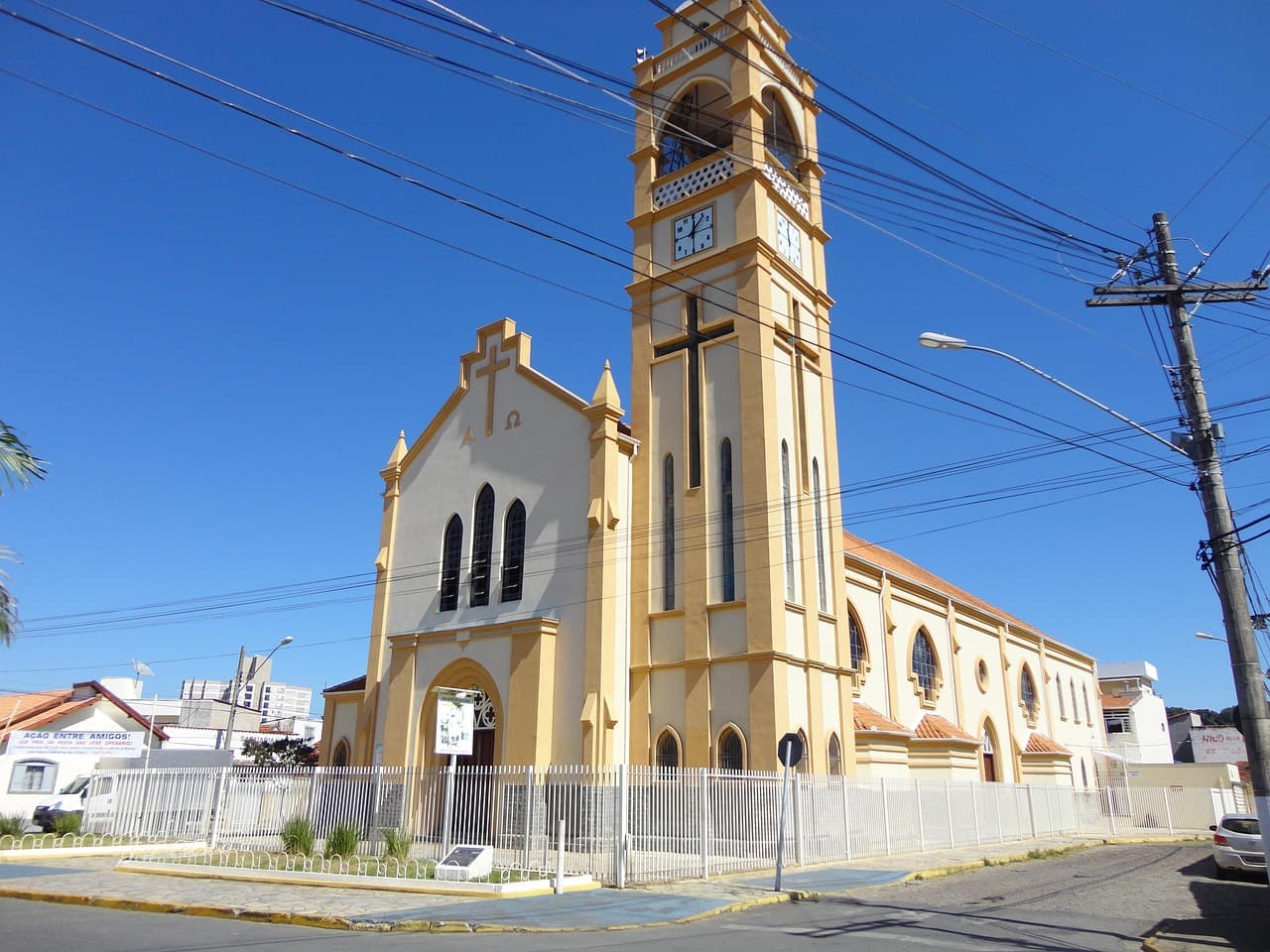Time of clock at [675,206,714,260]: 12:07
